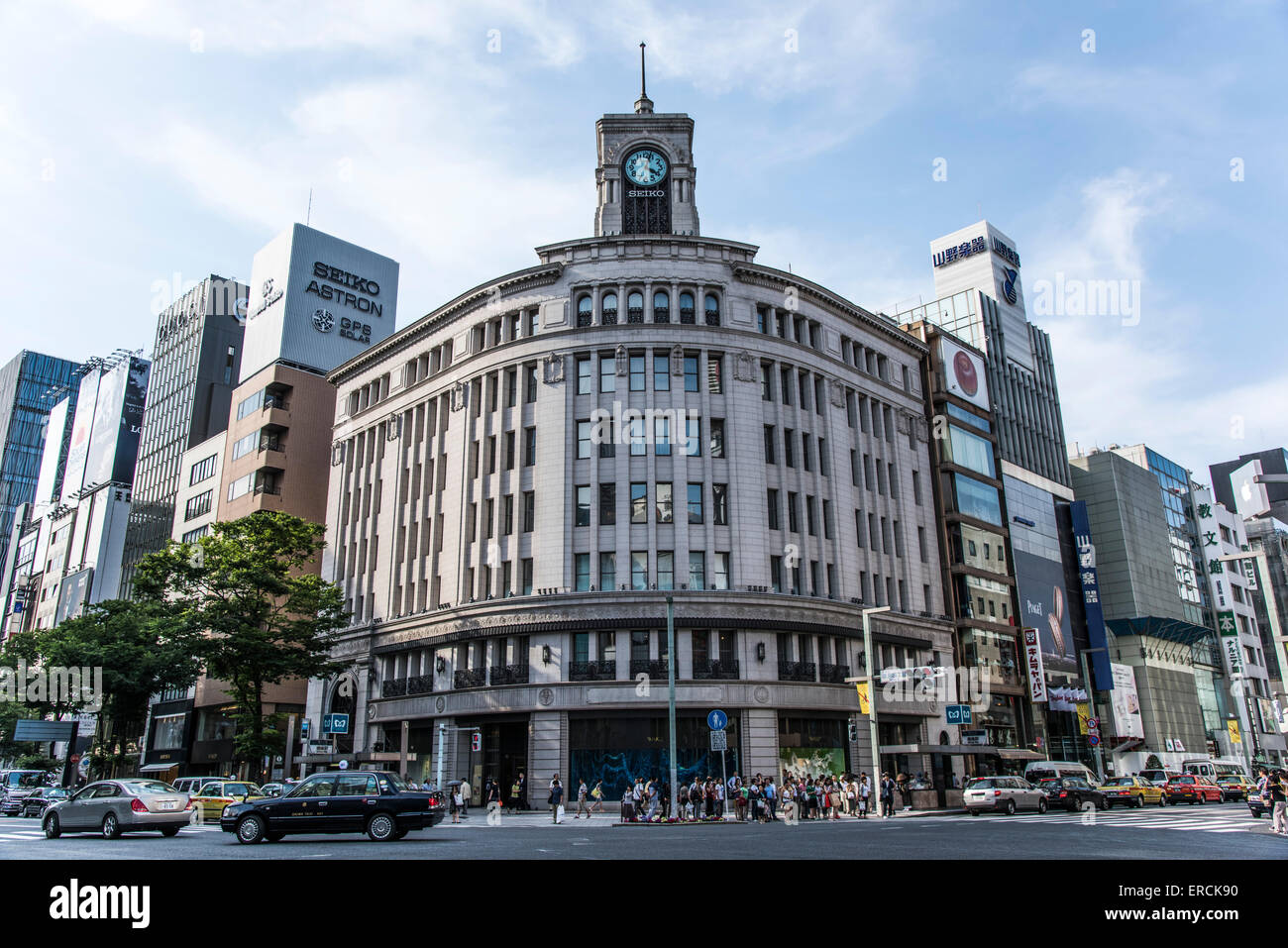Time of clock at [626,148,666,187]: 4:03
